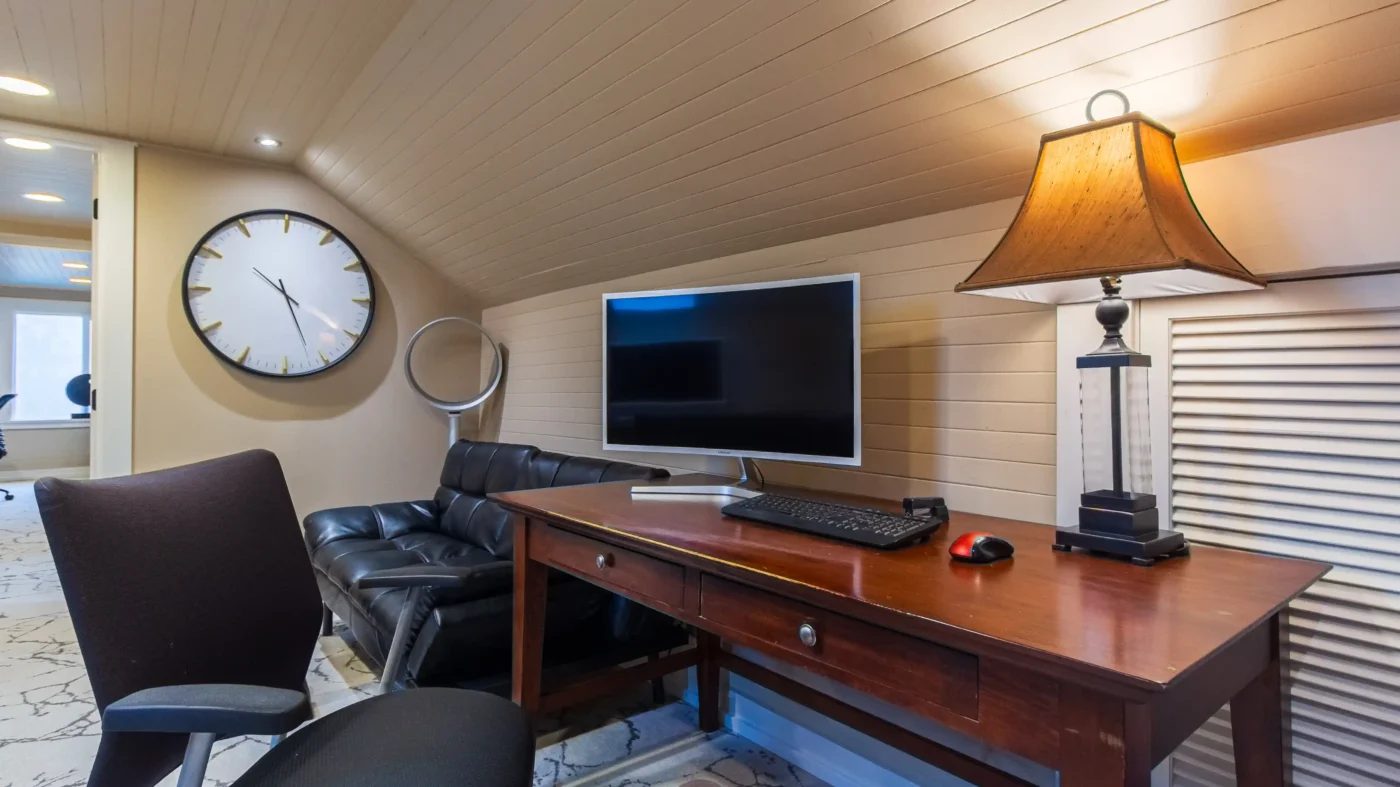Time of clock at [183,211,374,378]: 5:20
